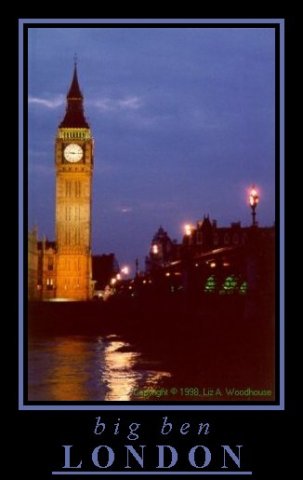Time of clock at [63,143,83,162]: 9:14
